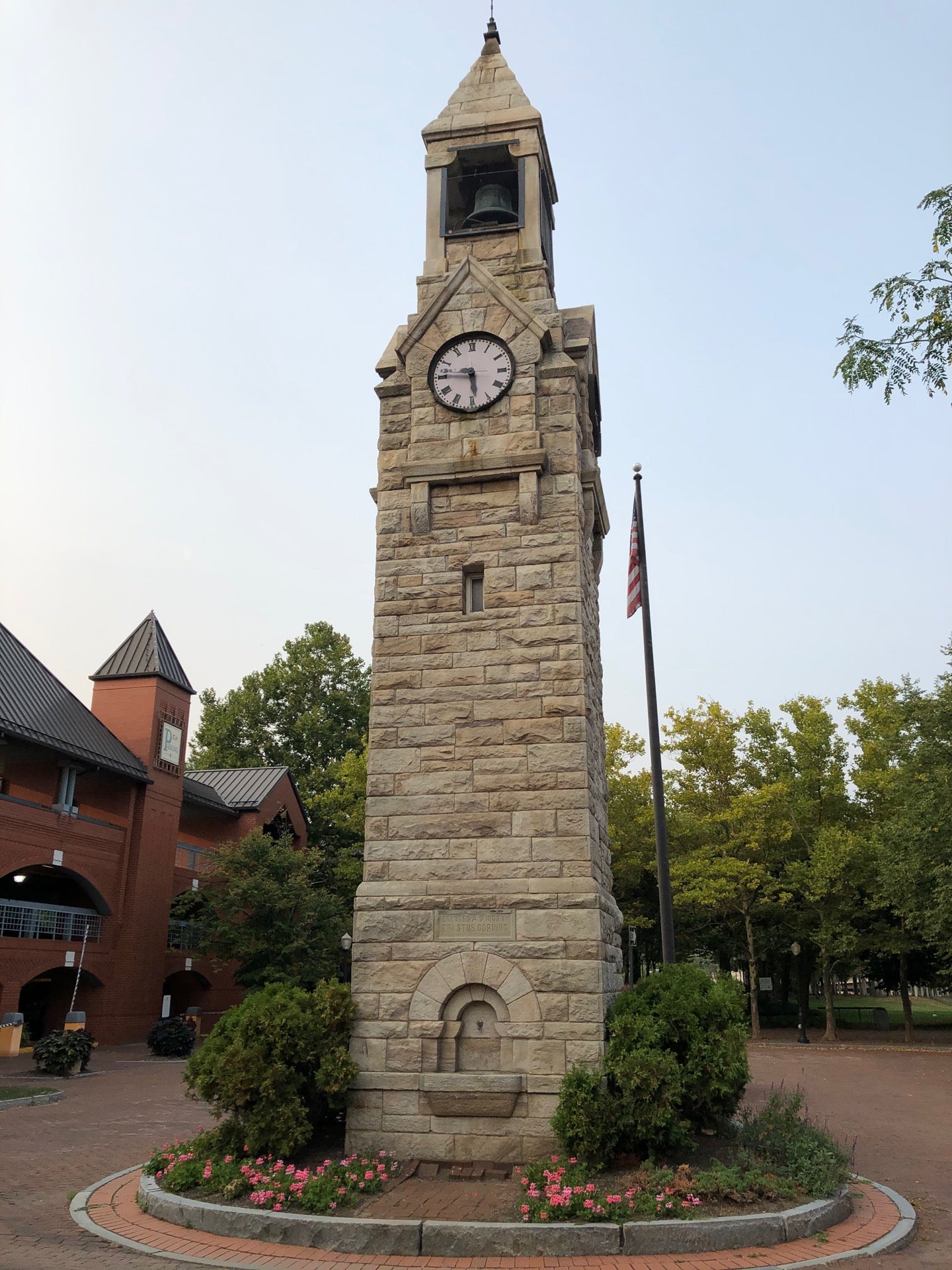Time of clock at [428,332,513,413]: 5:45
